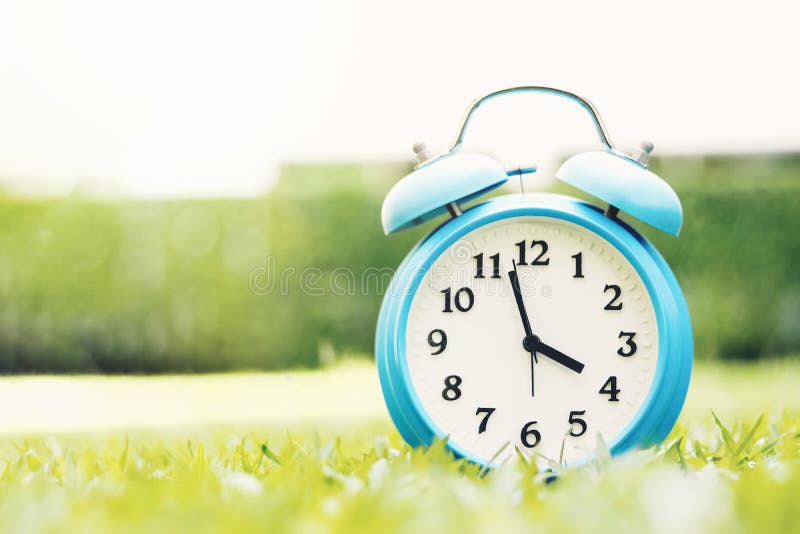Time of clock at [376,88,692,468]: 3:57
